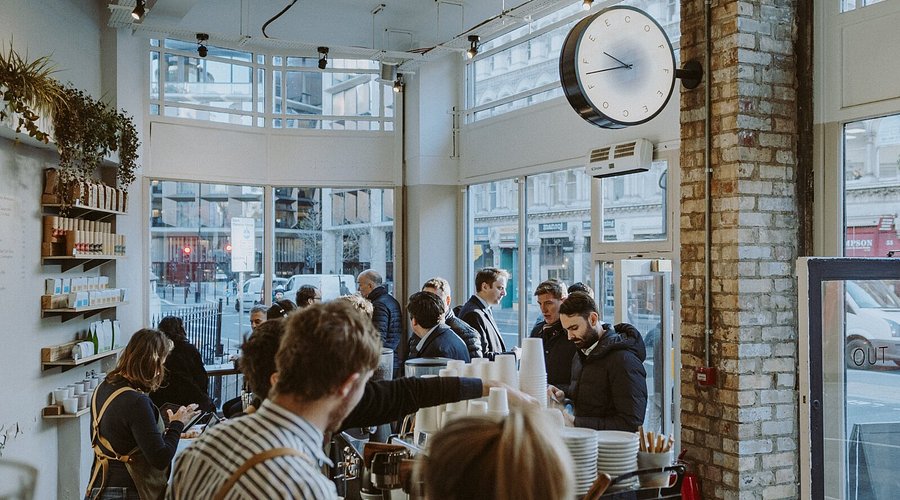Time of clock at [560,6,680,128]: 9:42
